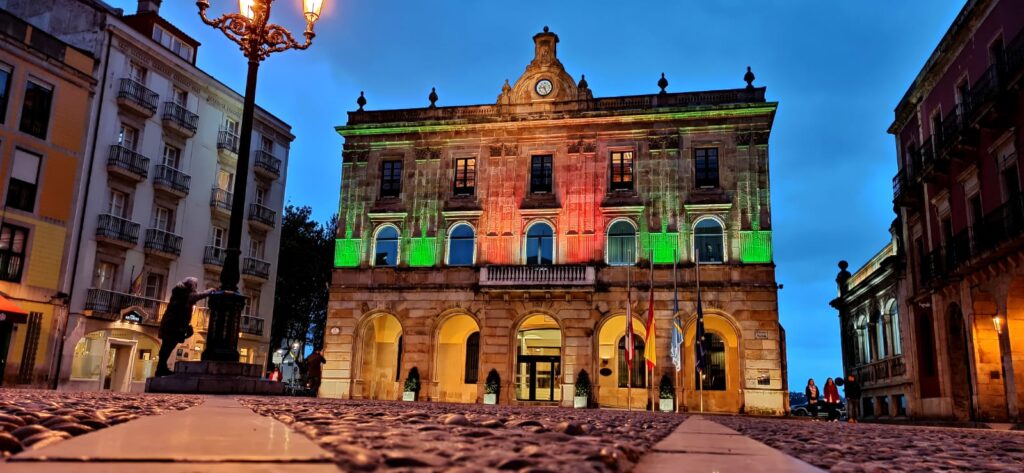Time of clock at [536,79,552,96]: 9:26
